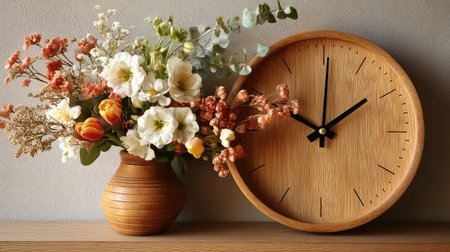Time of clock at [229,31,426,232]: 2:00
